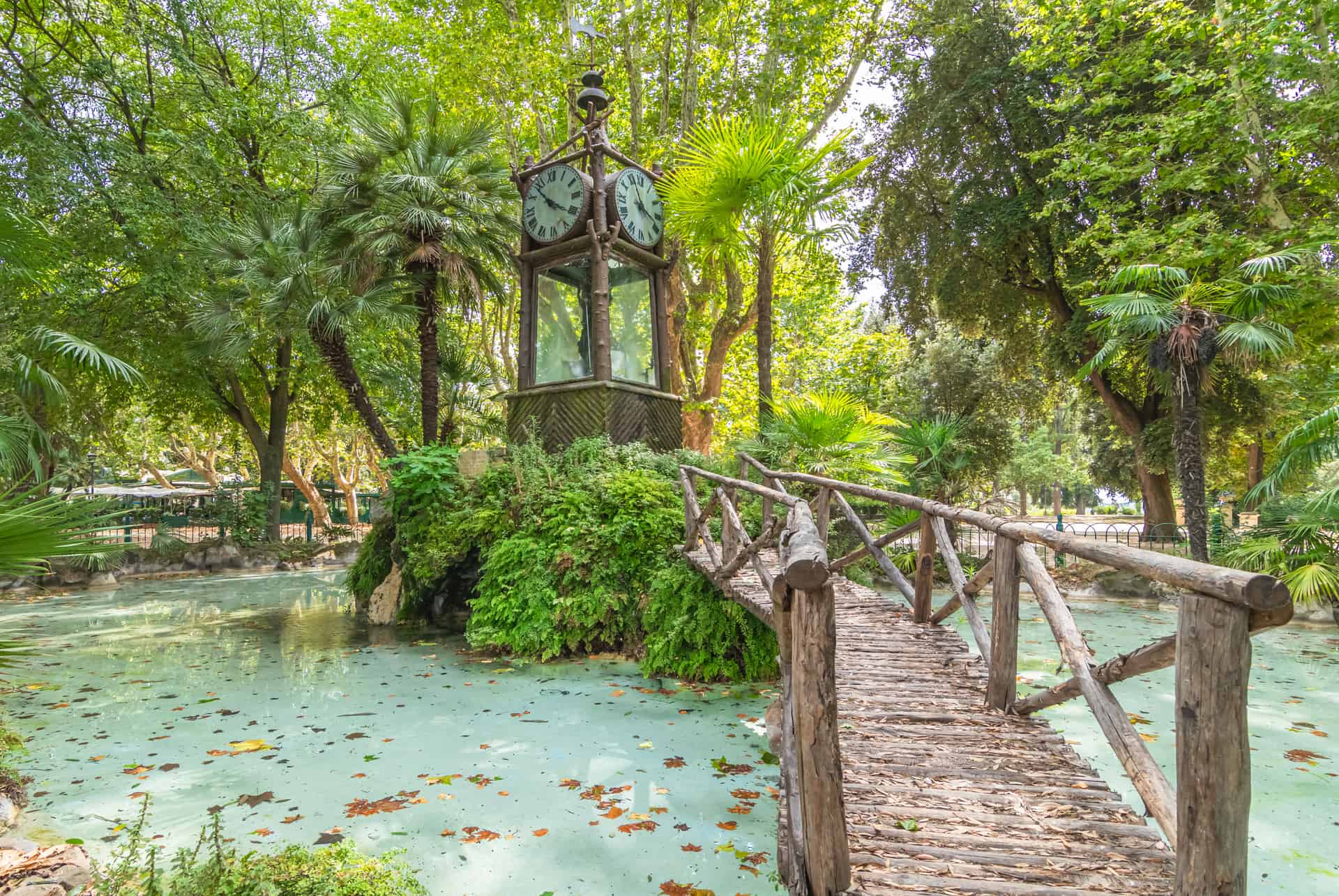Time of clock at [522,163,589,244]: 3:53
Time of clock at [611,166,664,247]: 3:57
